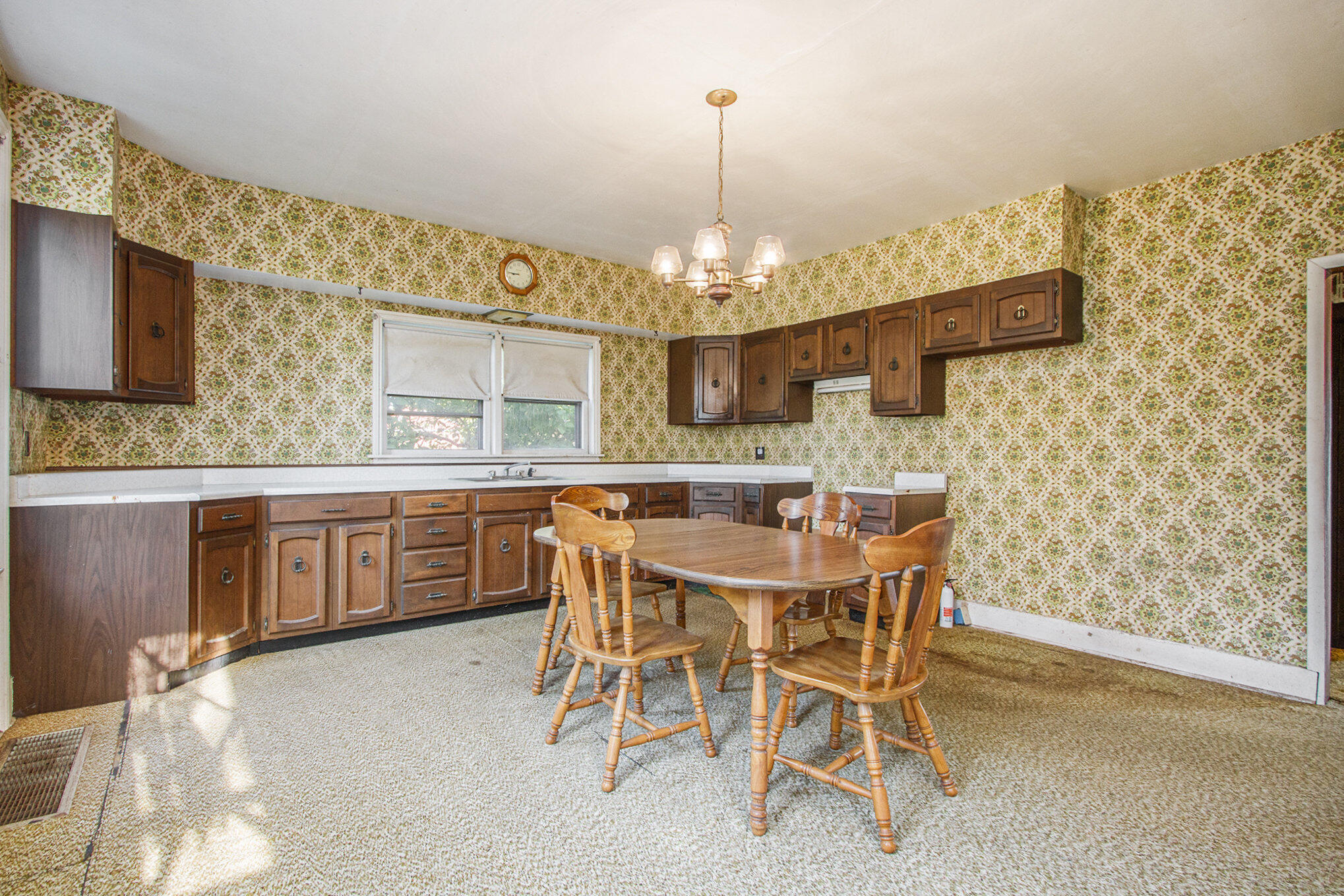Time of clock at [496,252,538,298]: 8:45
